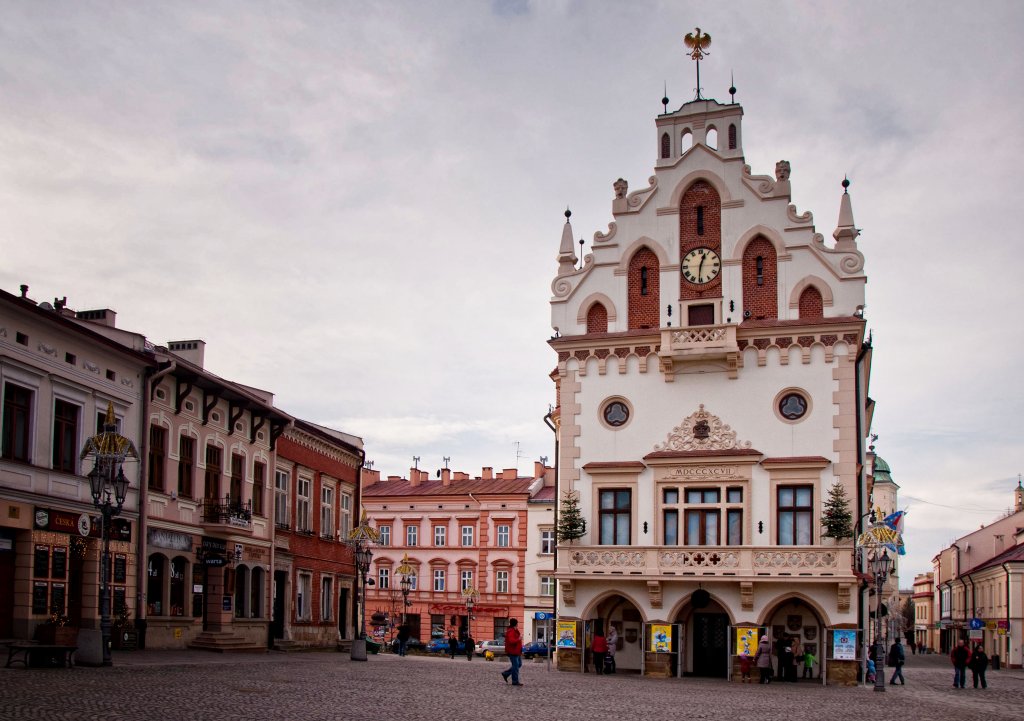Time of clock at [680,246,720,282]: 12:30
